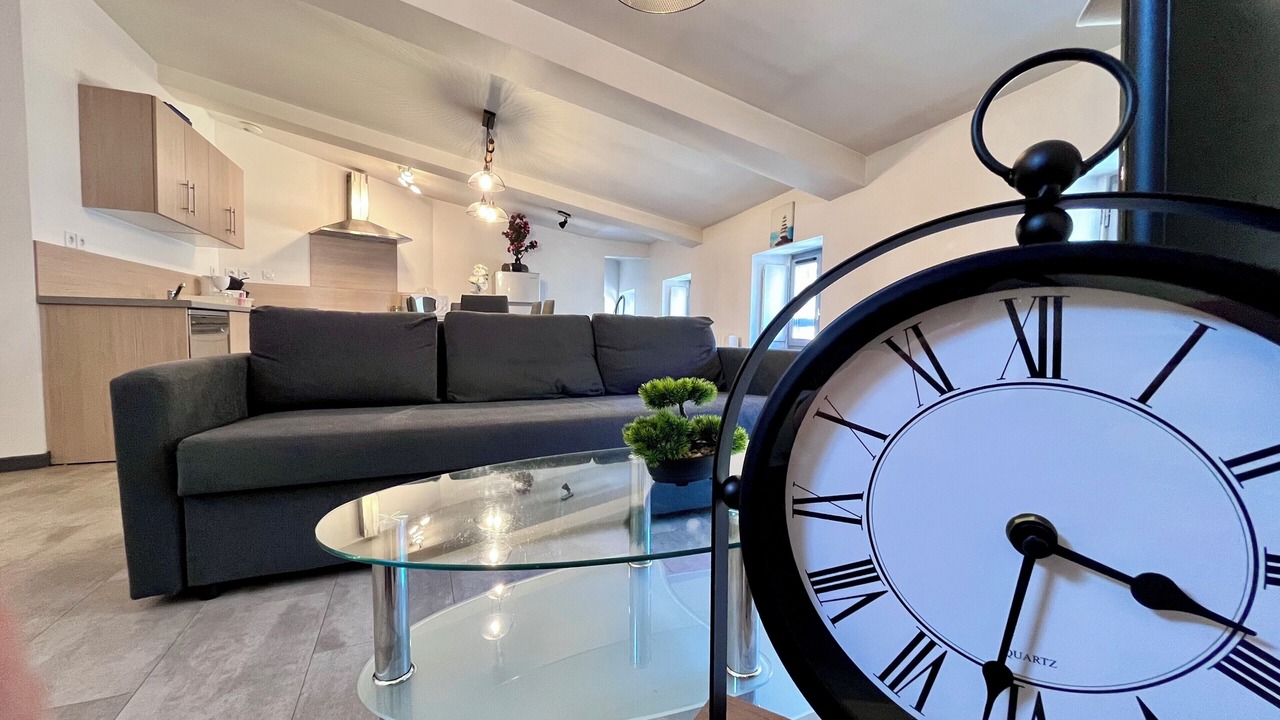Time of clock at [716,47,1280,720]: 3:31
